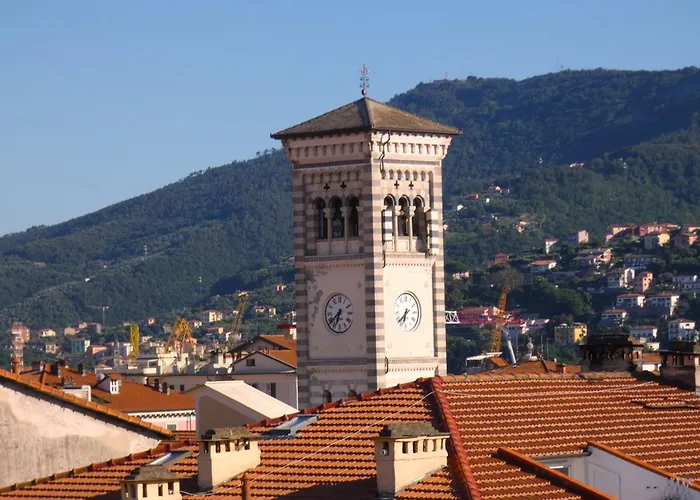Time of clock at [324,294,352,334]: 6:38
